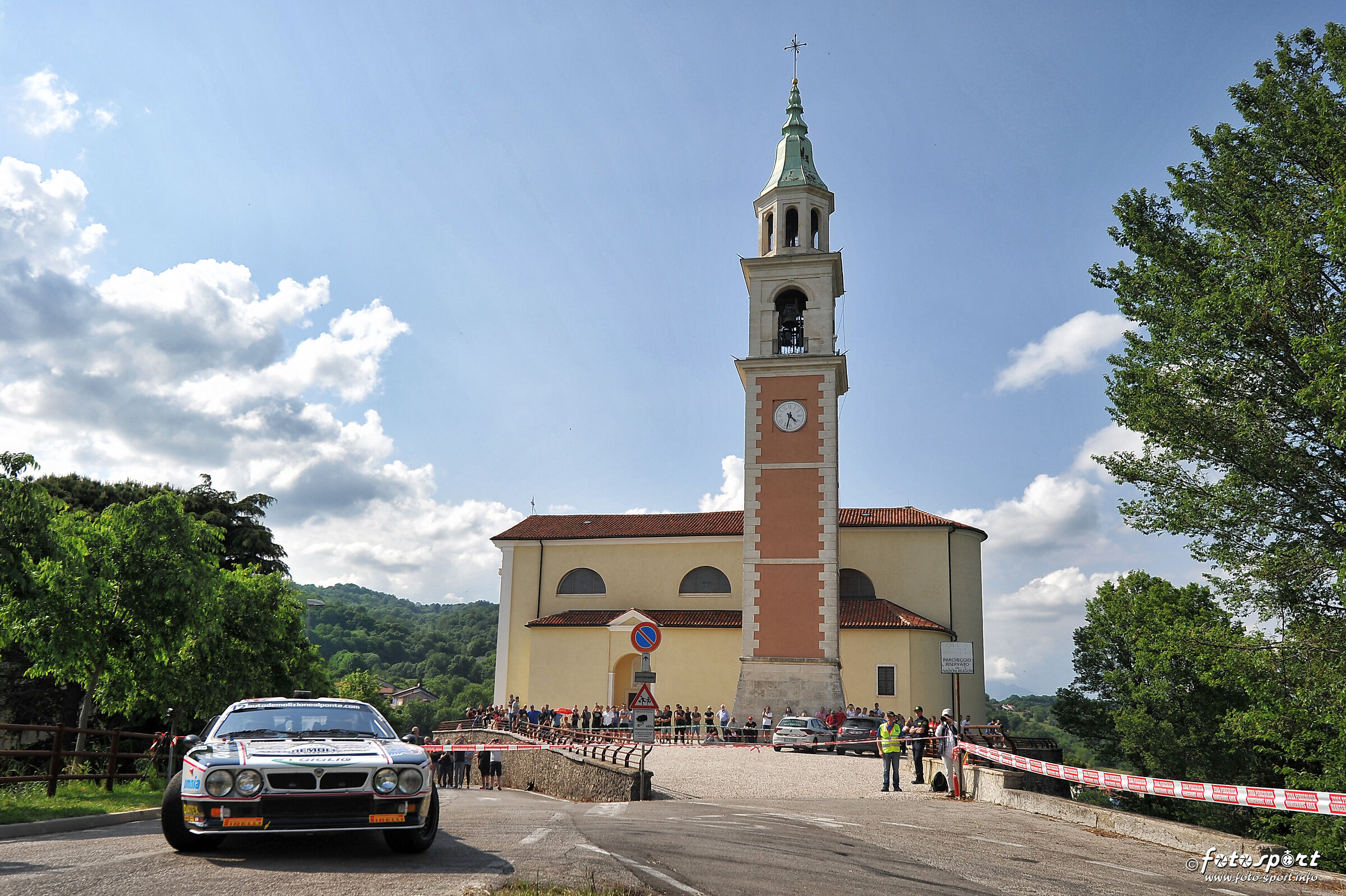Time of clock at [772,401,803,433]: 4:32
